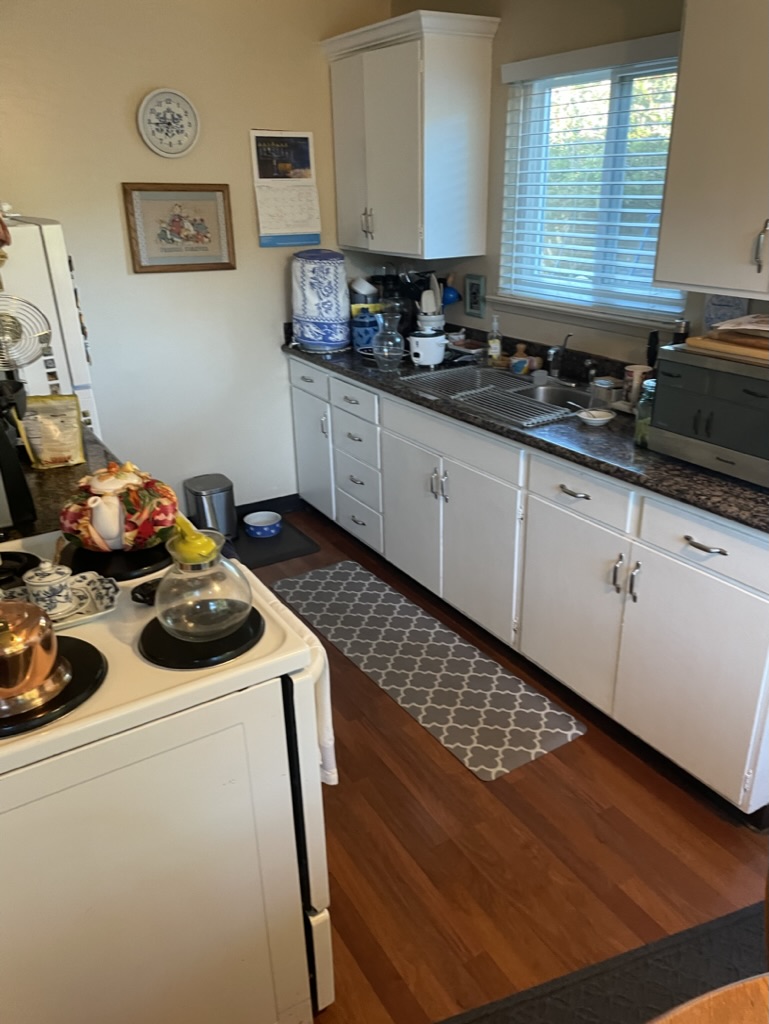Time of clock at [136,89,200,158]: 11:44
